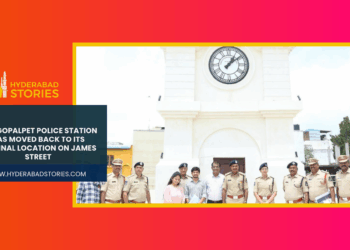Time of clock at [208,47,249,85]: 1:08
